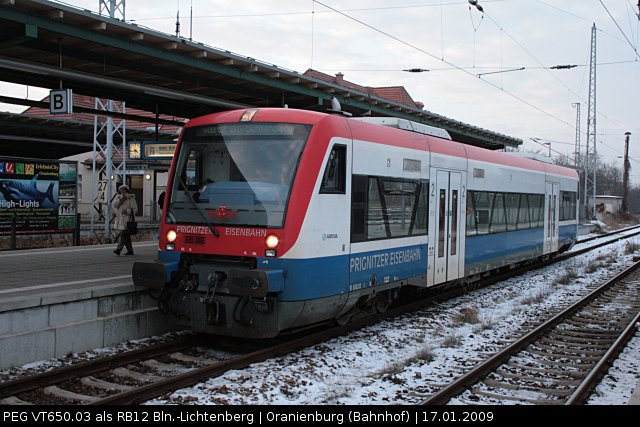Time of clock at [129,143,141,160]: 3:43
